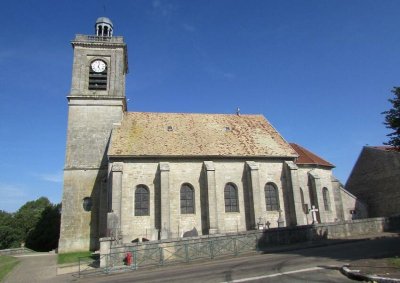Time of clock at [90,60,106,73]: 5:02
